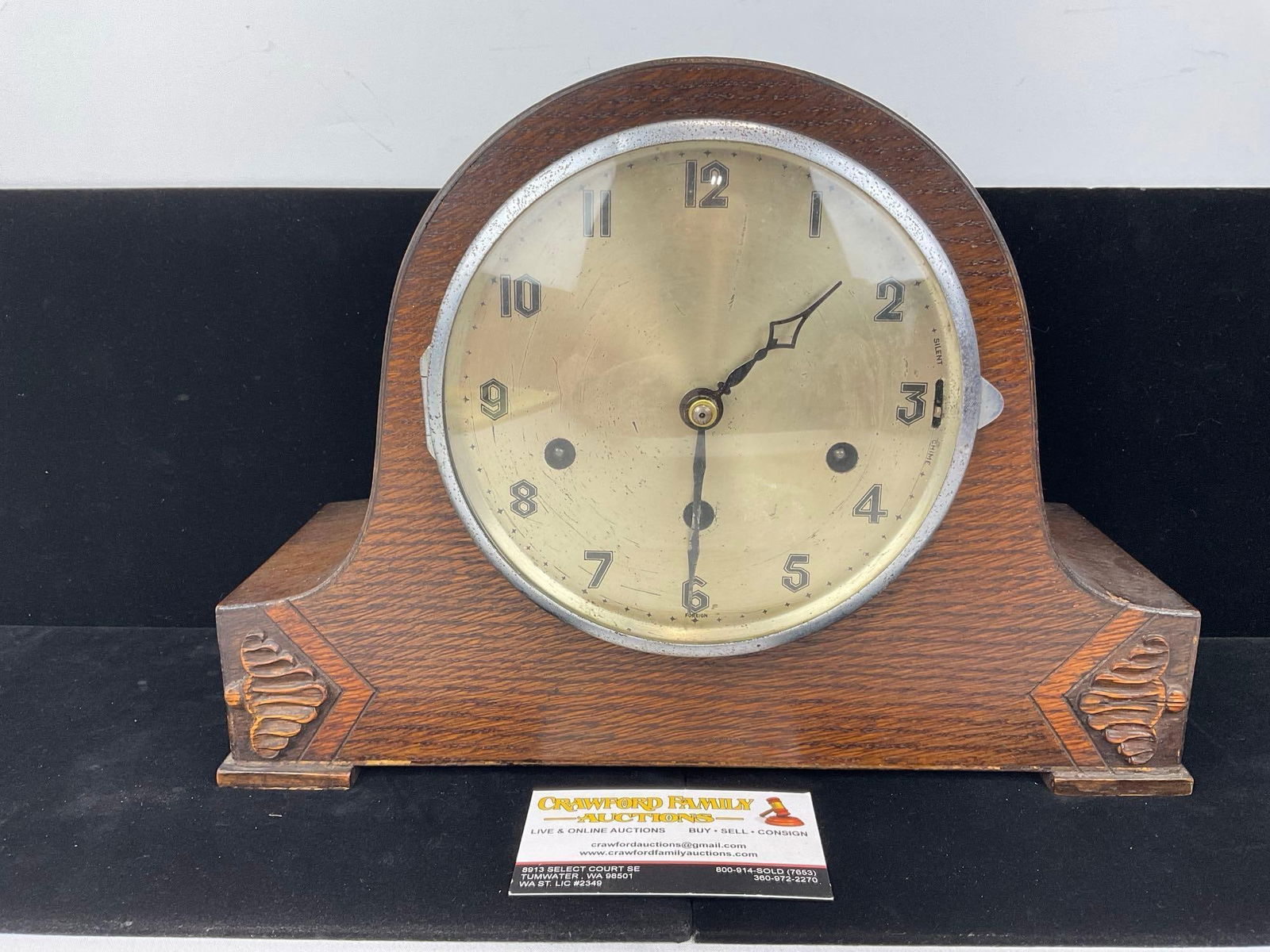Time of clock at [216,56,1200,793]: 1:30
